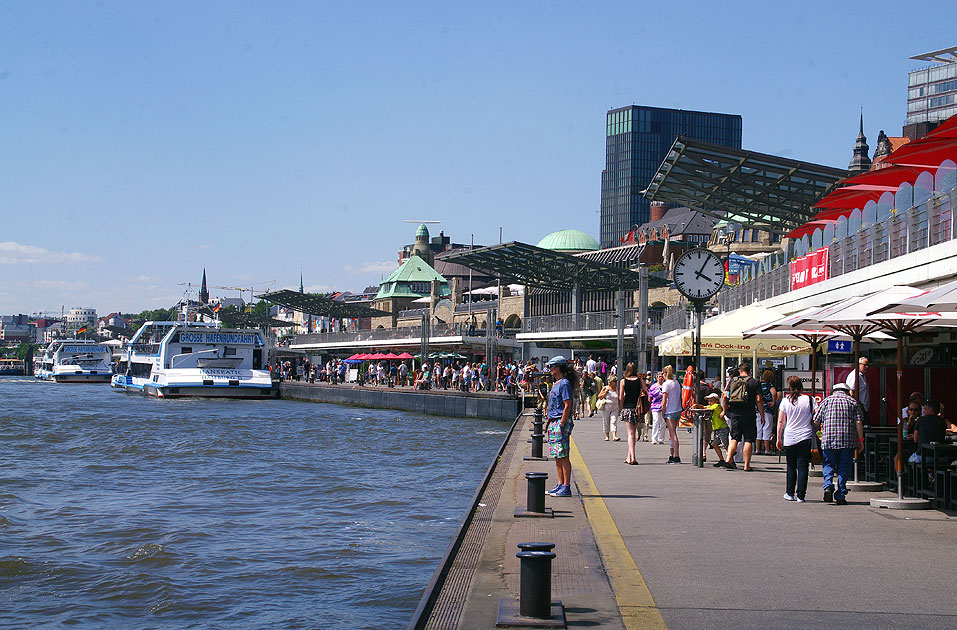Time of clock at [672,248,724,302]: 4:04
